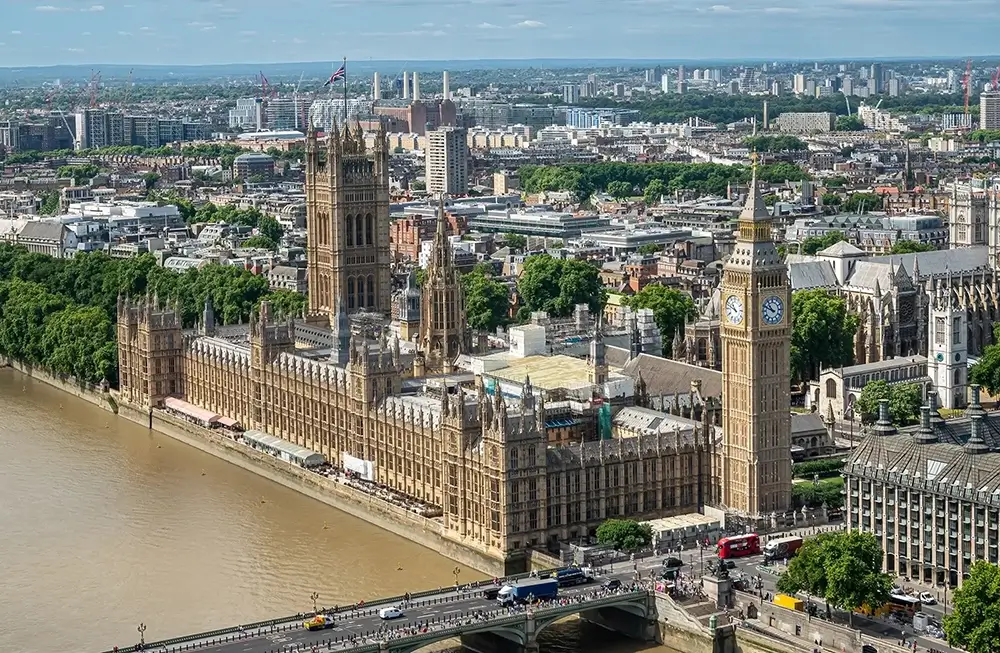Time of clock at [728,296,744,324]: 10:48
